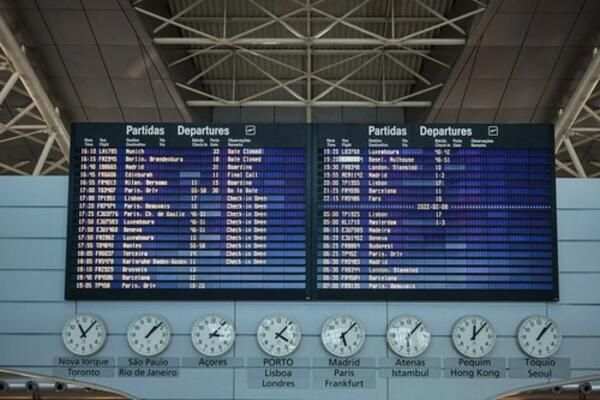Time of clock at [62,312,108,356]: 11:06
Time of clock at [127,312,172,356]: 1:07
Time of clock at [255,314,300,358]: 4:07
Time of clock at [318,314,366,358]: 5:06
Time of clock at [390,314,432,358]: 6:06
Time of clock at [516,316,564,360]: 1:07
